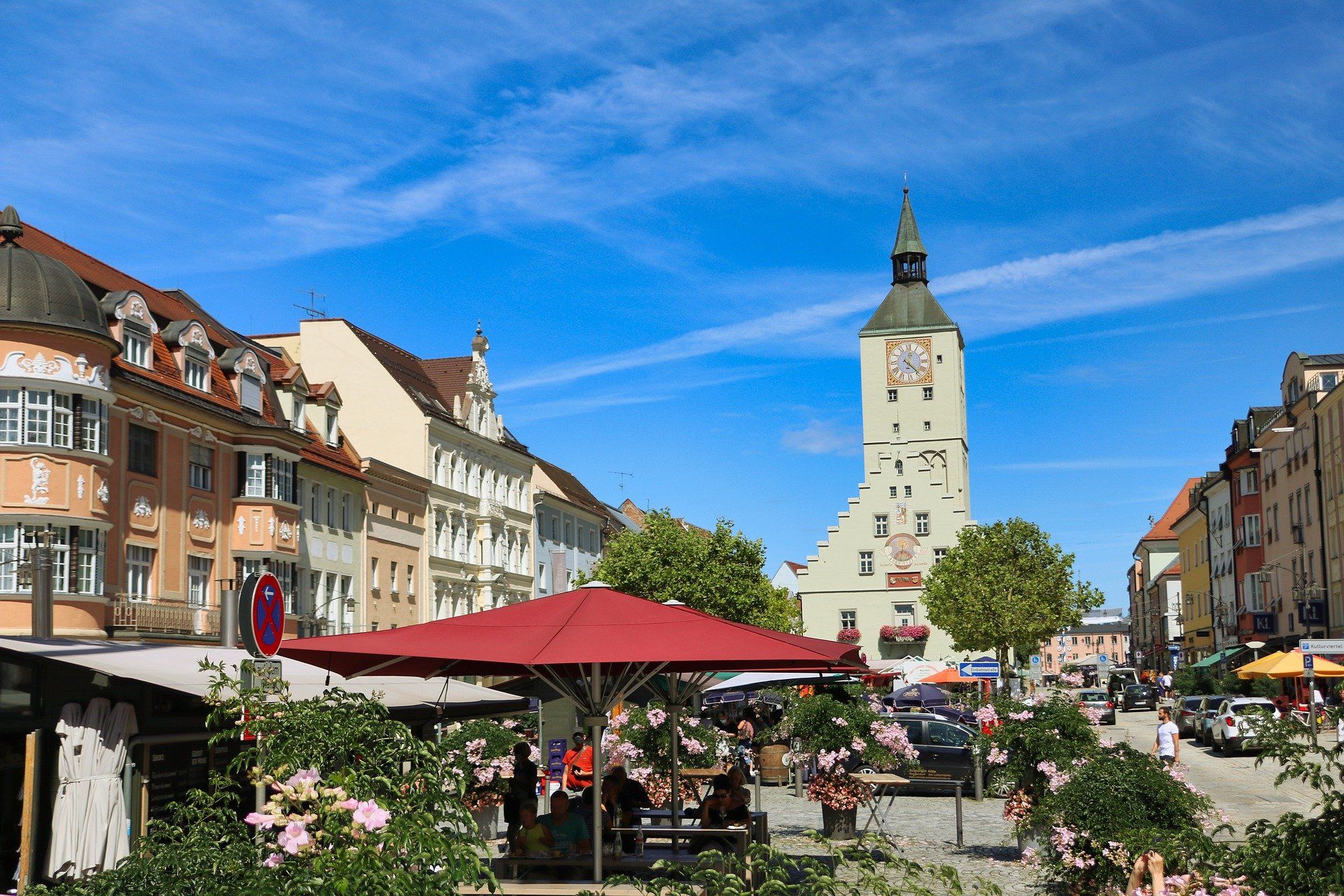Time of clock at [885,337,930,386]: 12:22
